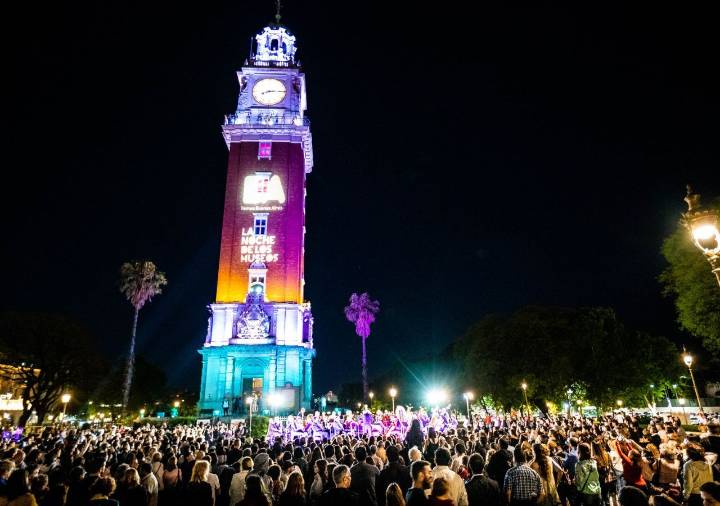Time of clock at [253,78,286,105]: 8:14
